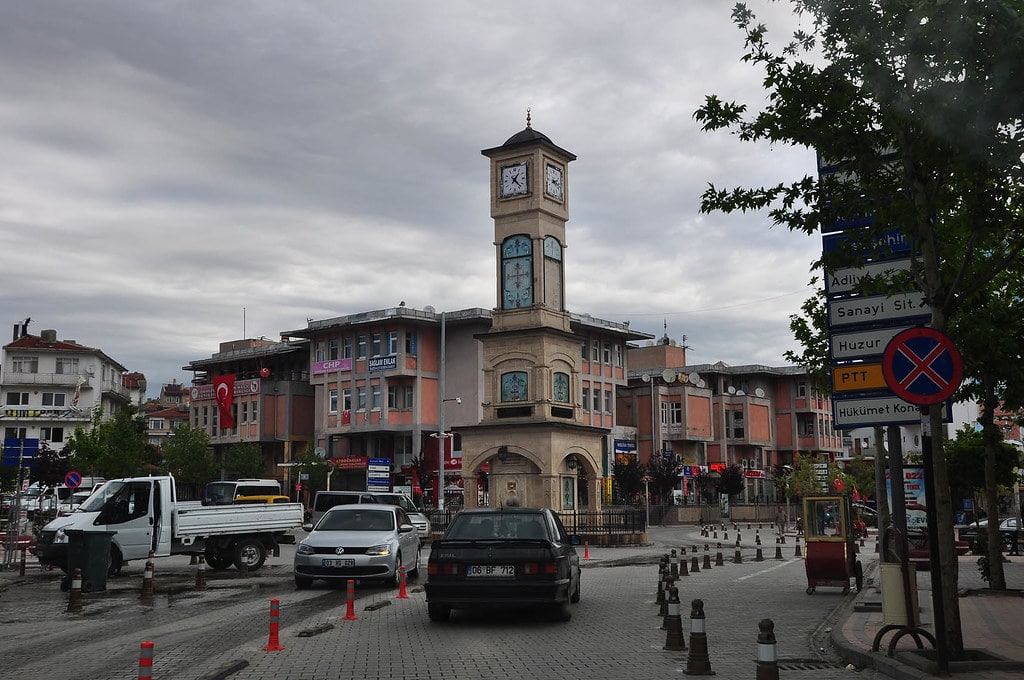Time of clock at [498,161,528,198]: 1:22
